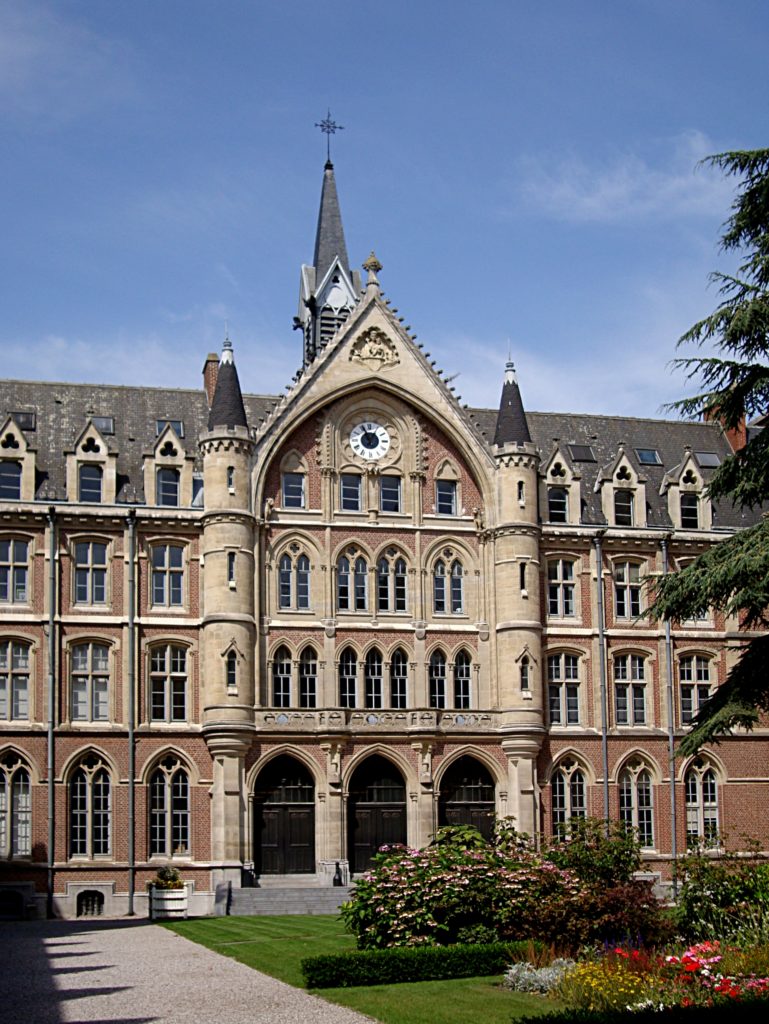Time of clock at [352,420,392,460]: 12:56
